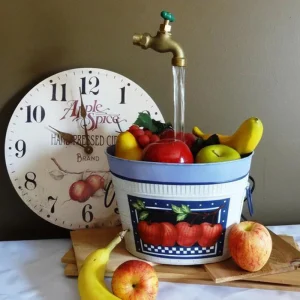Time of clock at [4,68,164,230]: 9:58
